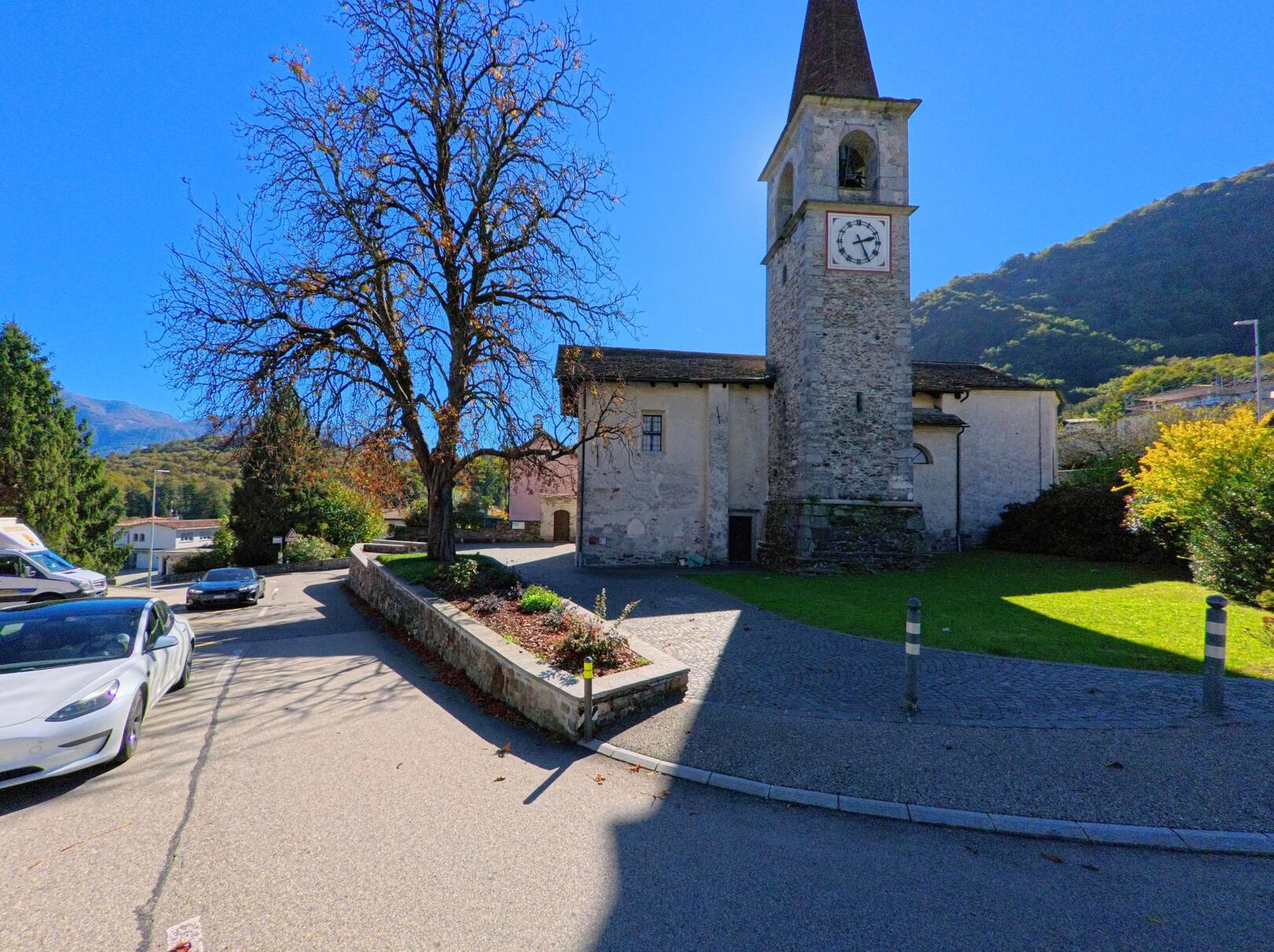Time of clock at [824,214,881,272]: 2:25
